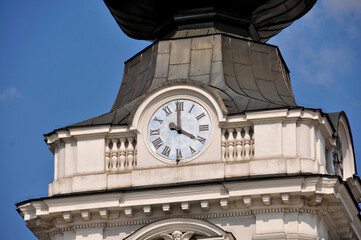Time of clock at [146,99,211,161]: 3:59
